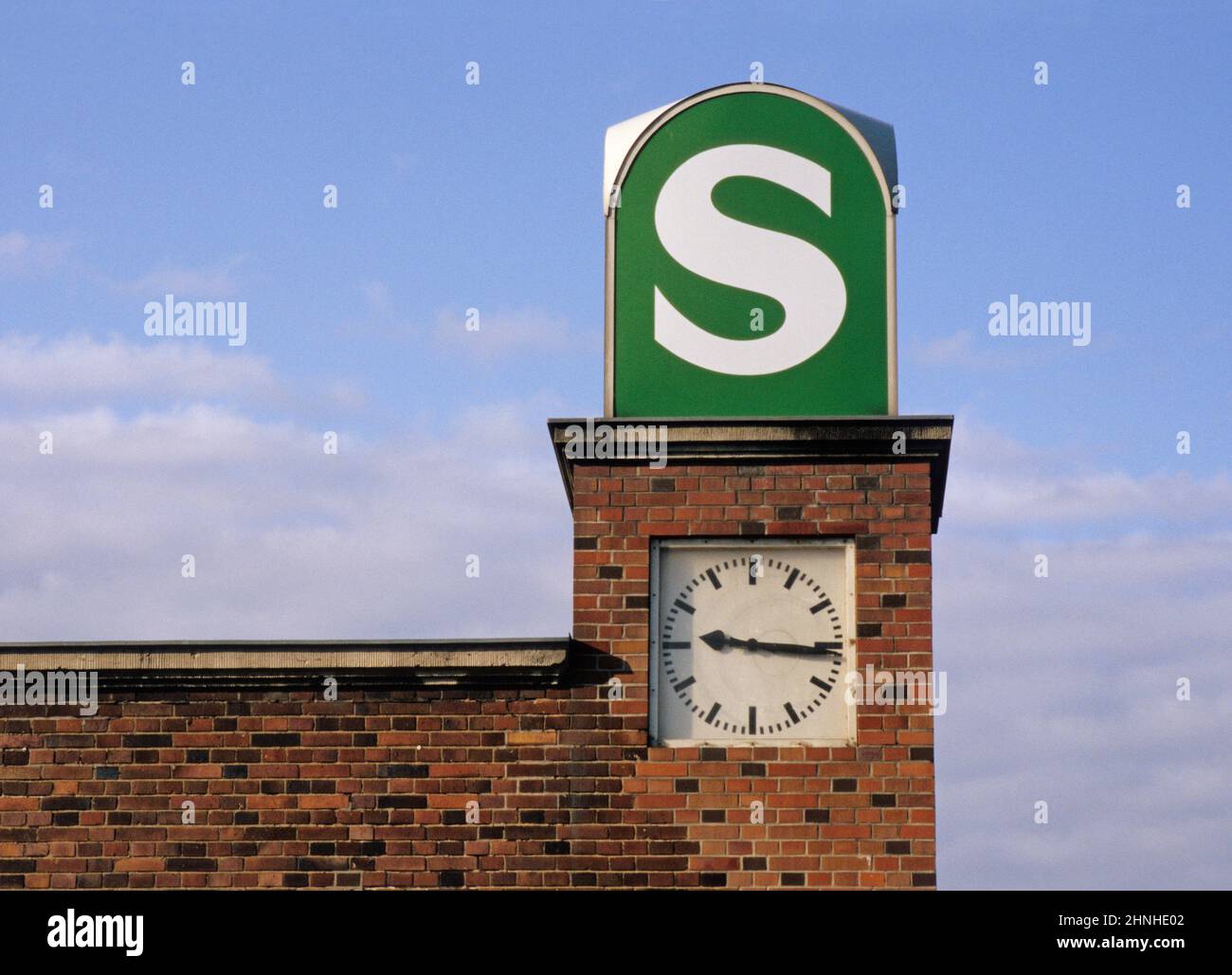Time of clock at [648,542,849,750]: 9:15
